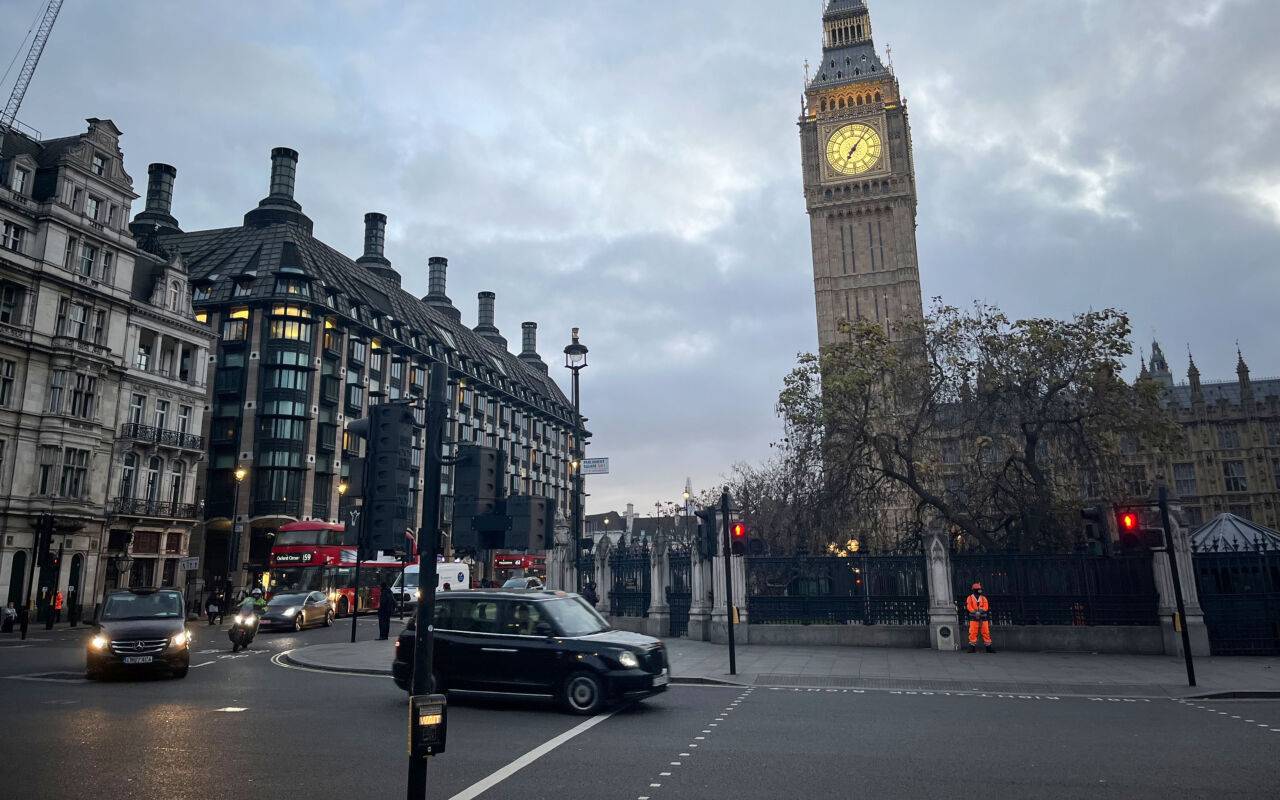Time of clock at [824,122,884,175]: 7:06
